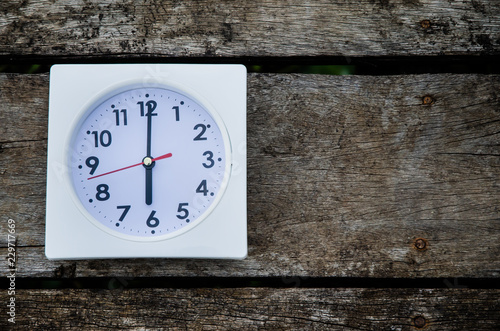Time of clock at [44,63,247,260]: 6:00
